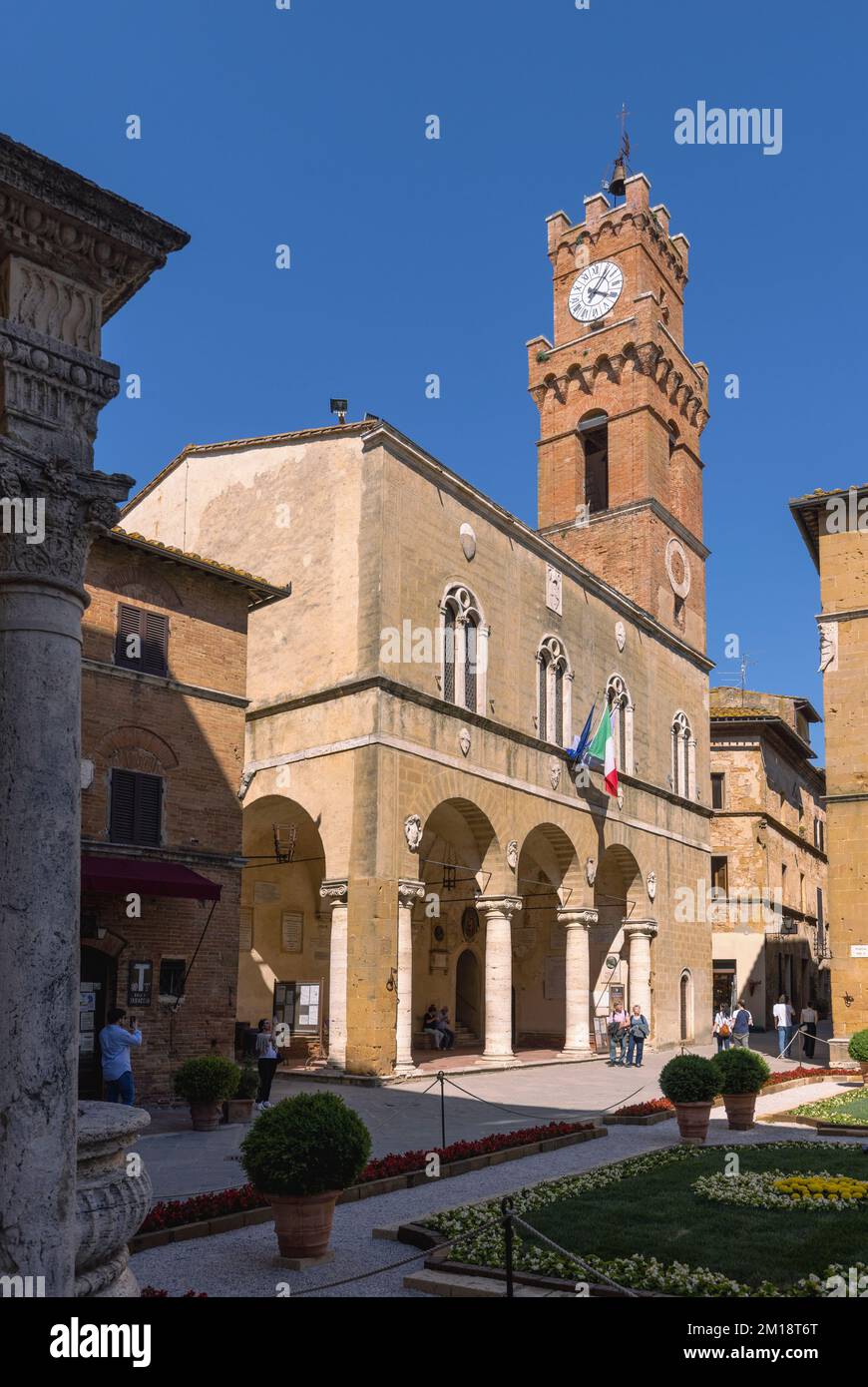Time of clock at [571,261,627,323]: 4:07
